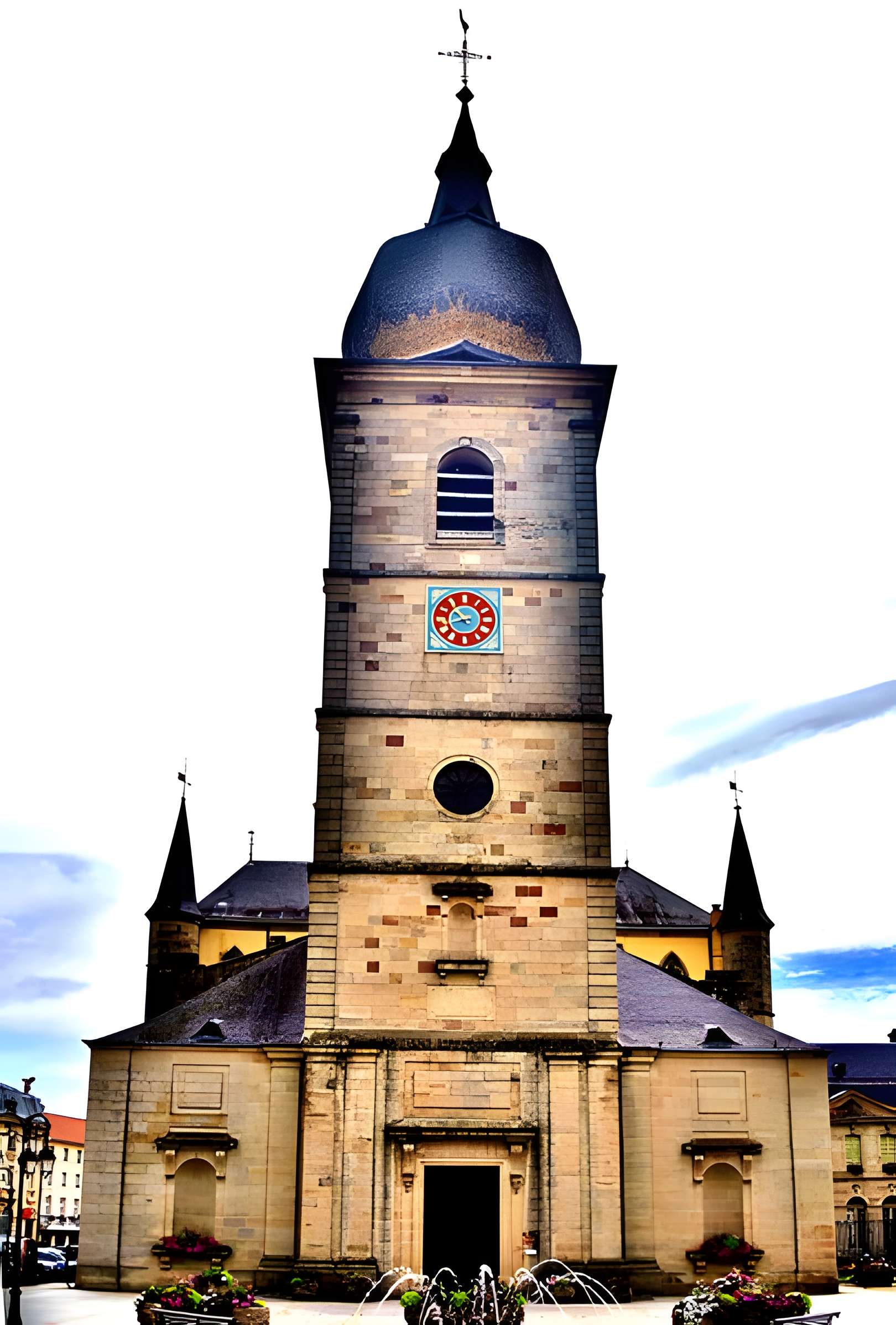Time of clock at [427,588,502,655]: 10:42
